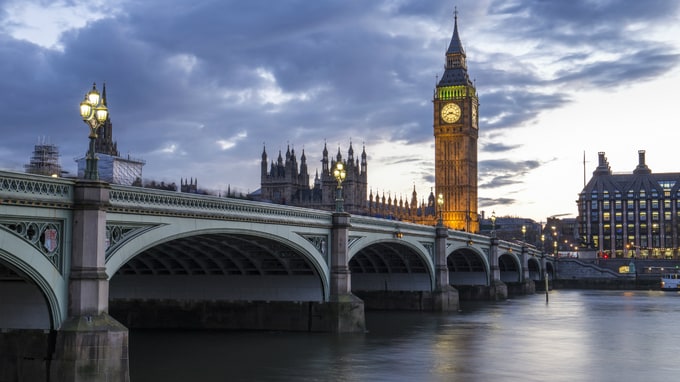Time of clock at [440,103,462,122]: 8:18
